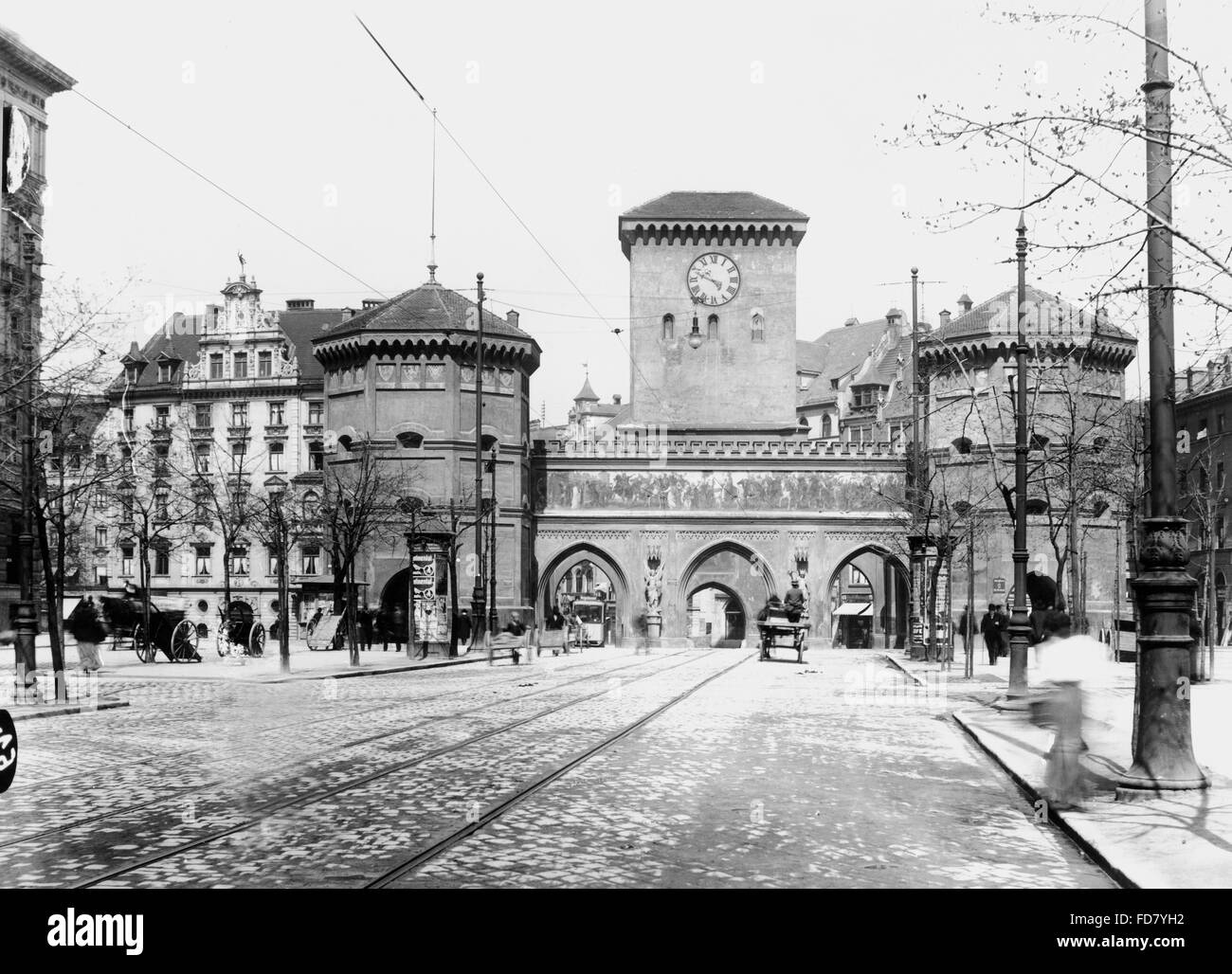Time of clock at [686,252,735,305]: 4:48
